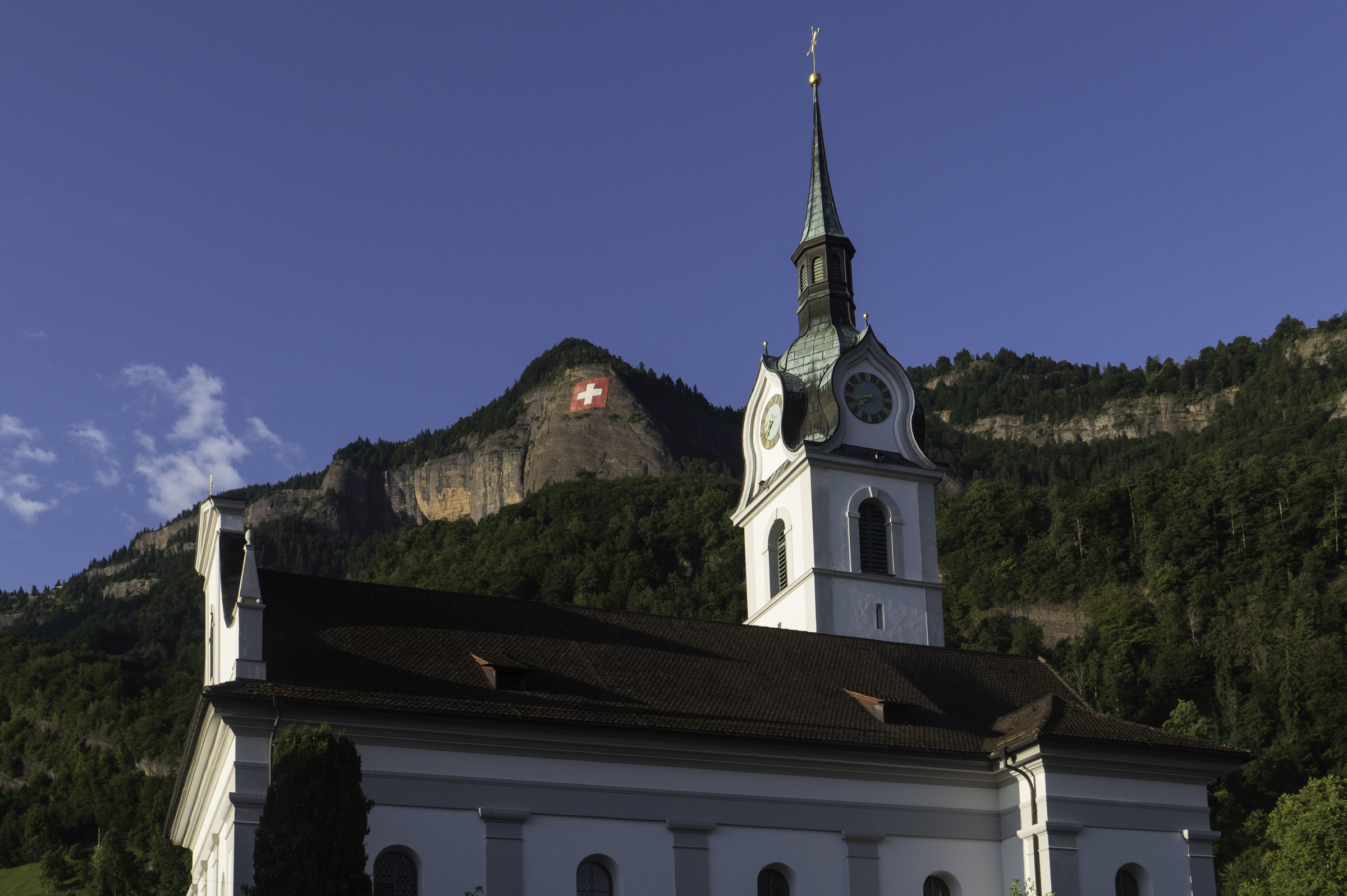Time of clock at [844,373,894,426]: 7:43
